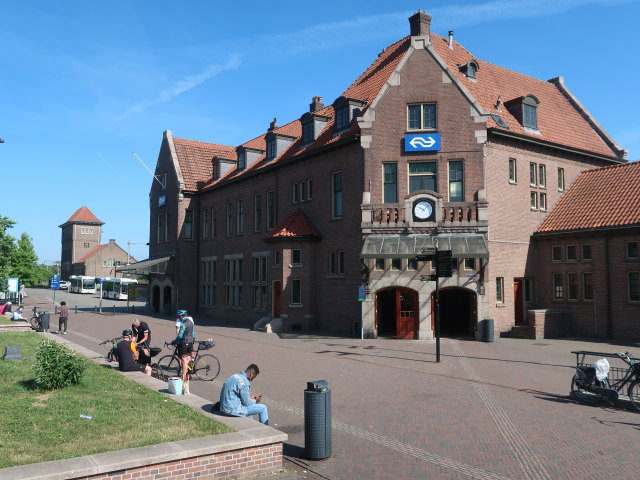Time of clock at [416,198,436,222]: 10:07
